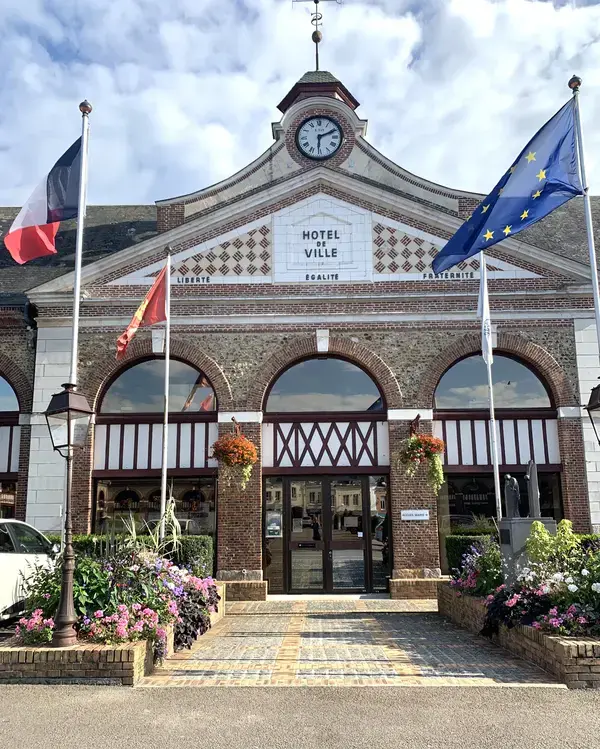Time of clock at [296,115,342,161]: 6:10
